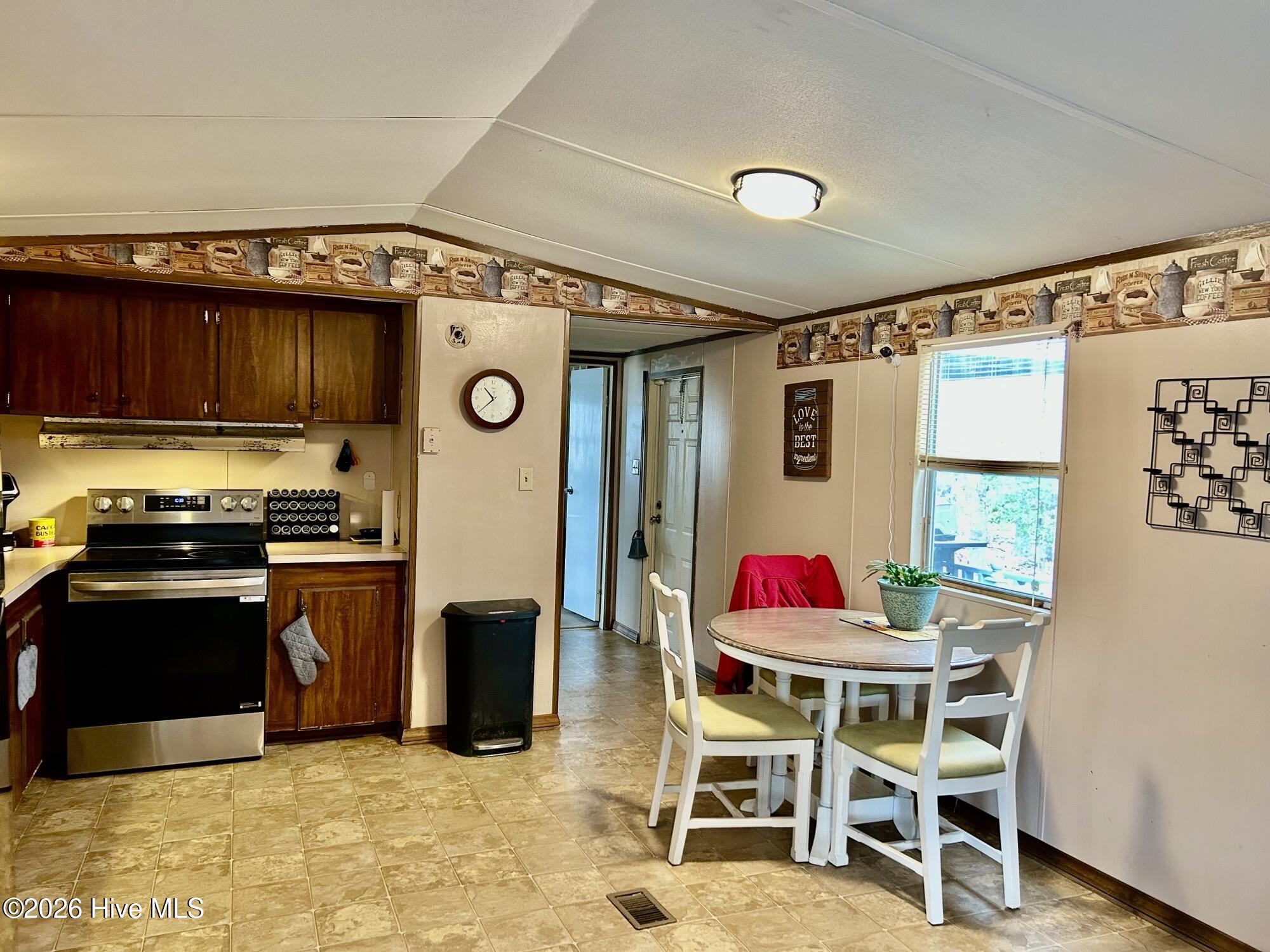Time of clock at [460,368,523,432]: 10:37
